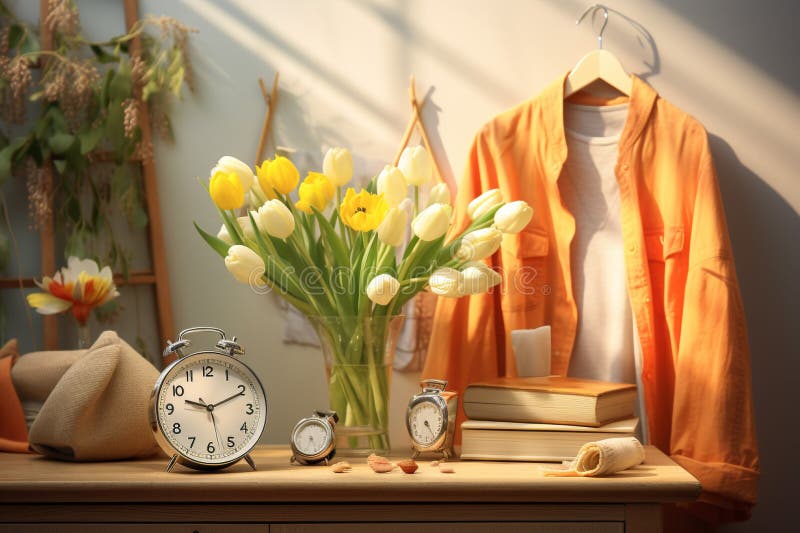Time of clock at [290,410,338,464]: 5:33
